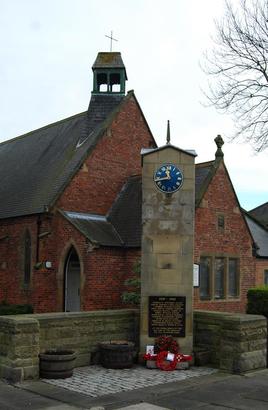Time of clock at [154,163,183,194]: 11:42
